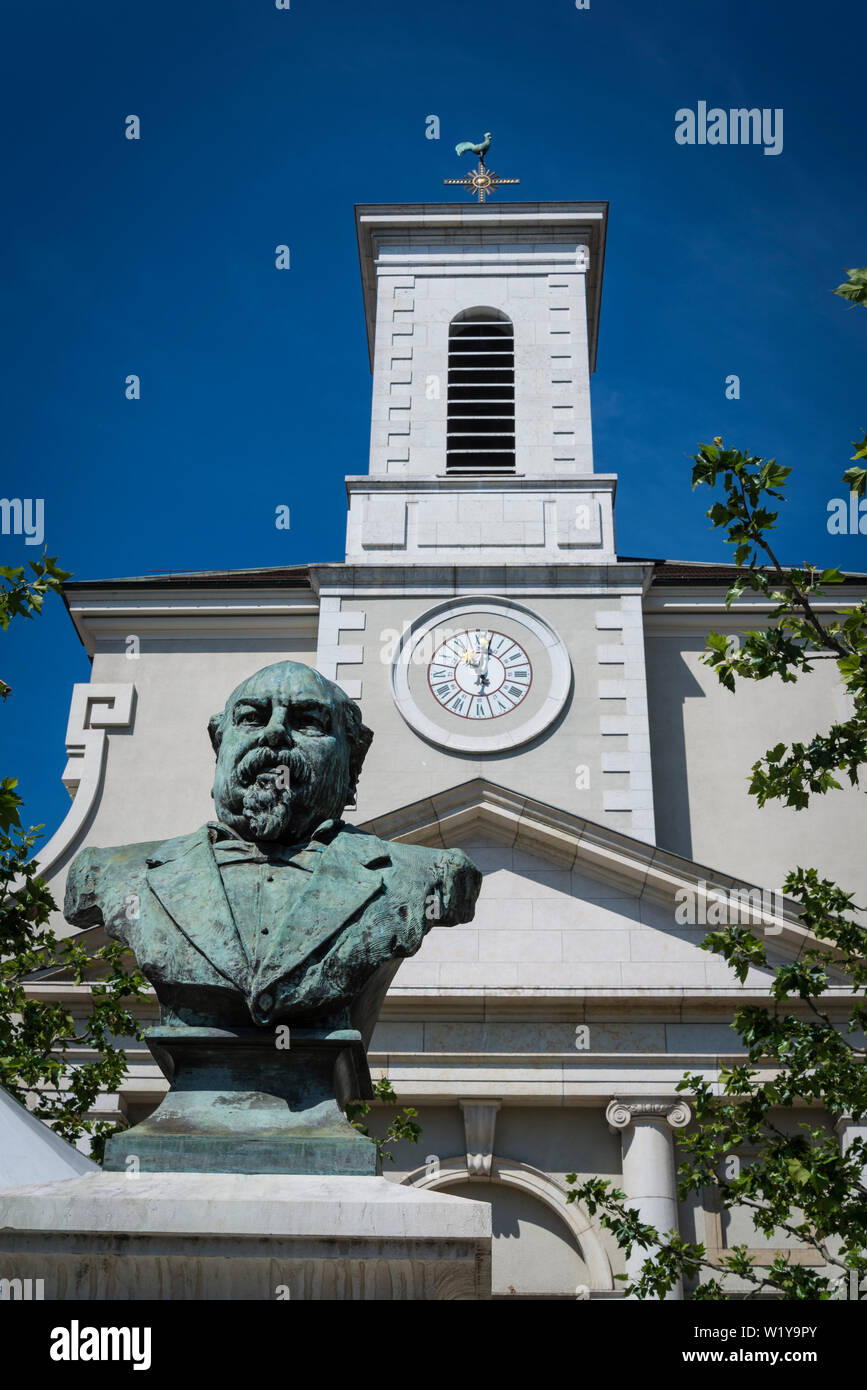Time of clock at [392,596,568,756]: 11:02
